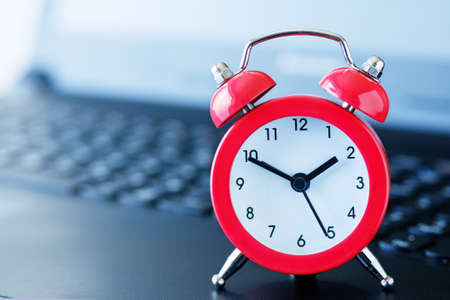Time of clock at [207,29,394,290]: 1:49
